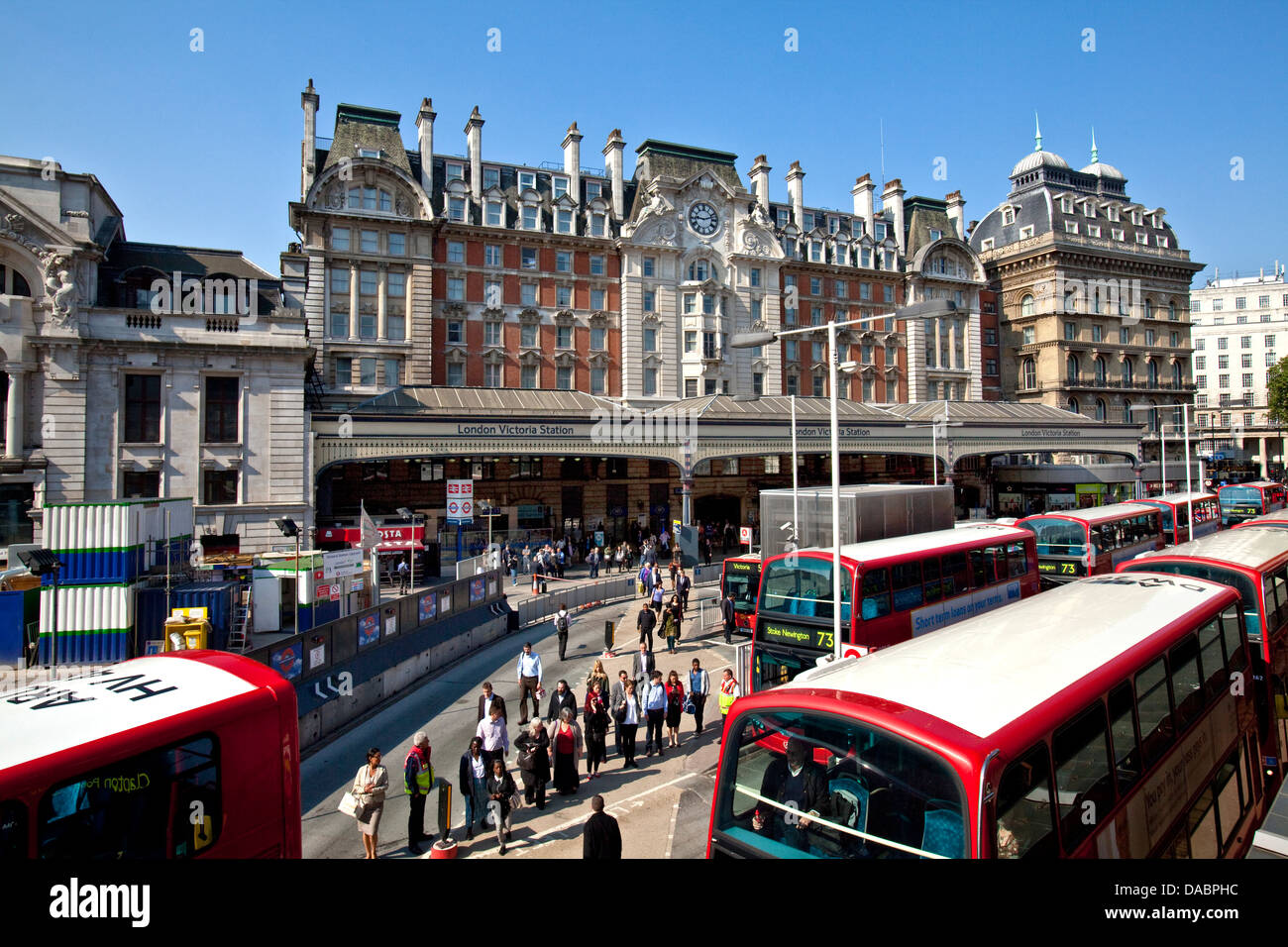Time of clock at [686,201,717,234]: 9:12
